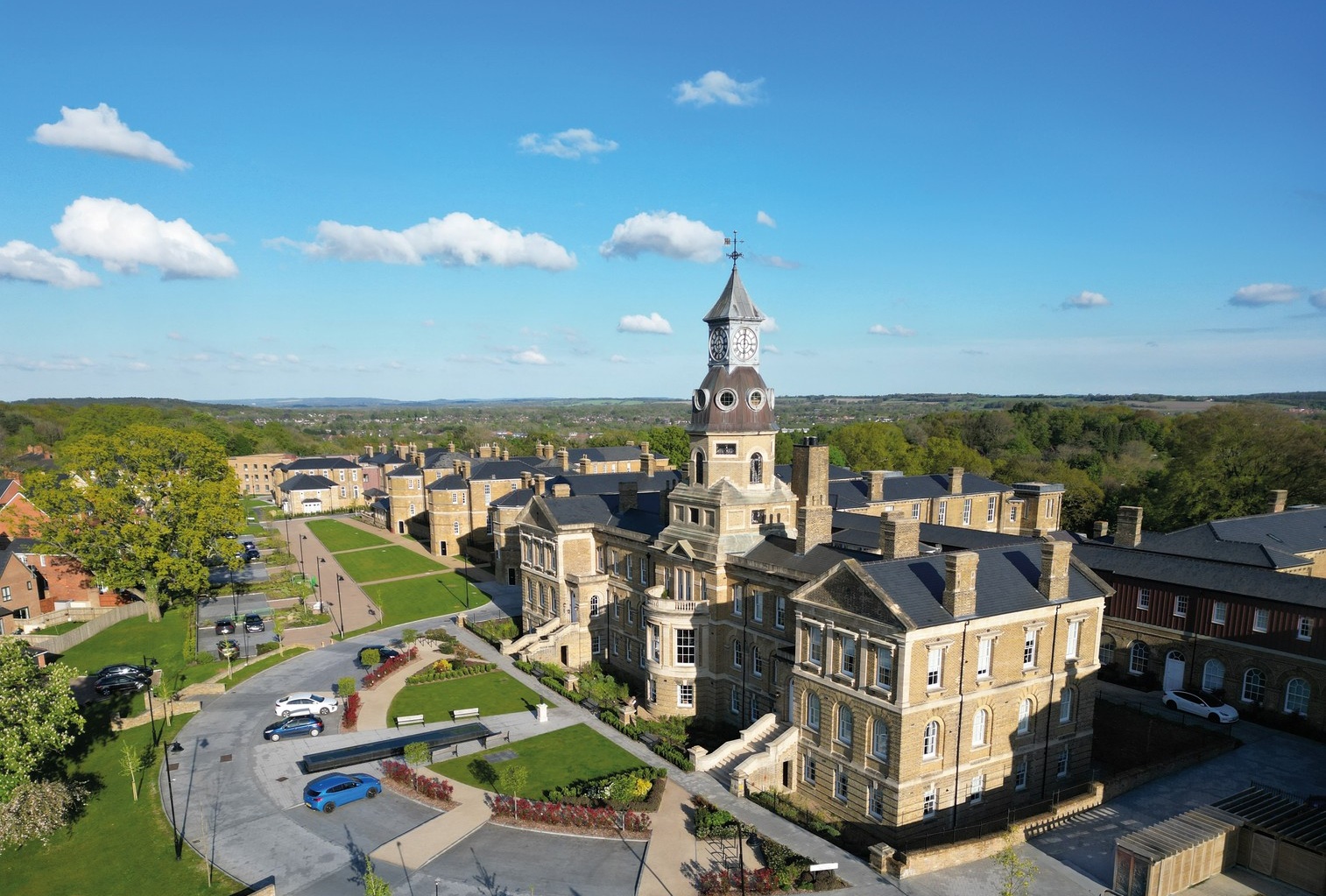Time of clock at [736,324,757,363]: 6:00
